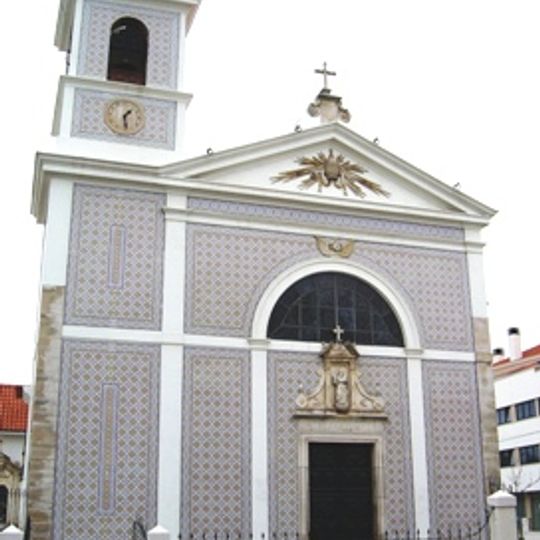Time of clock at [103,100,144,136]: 1:28
